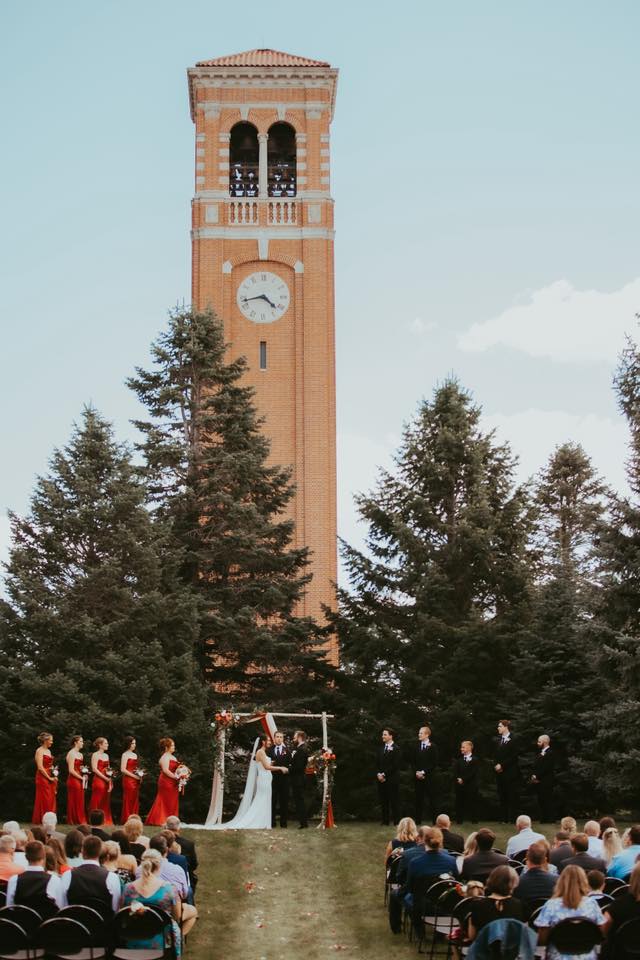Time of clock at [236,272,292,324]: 4:42
